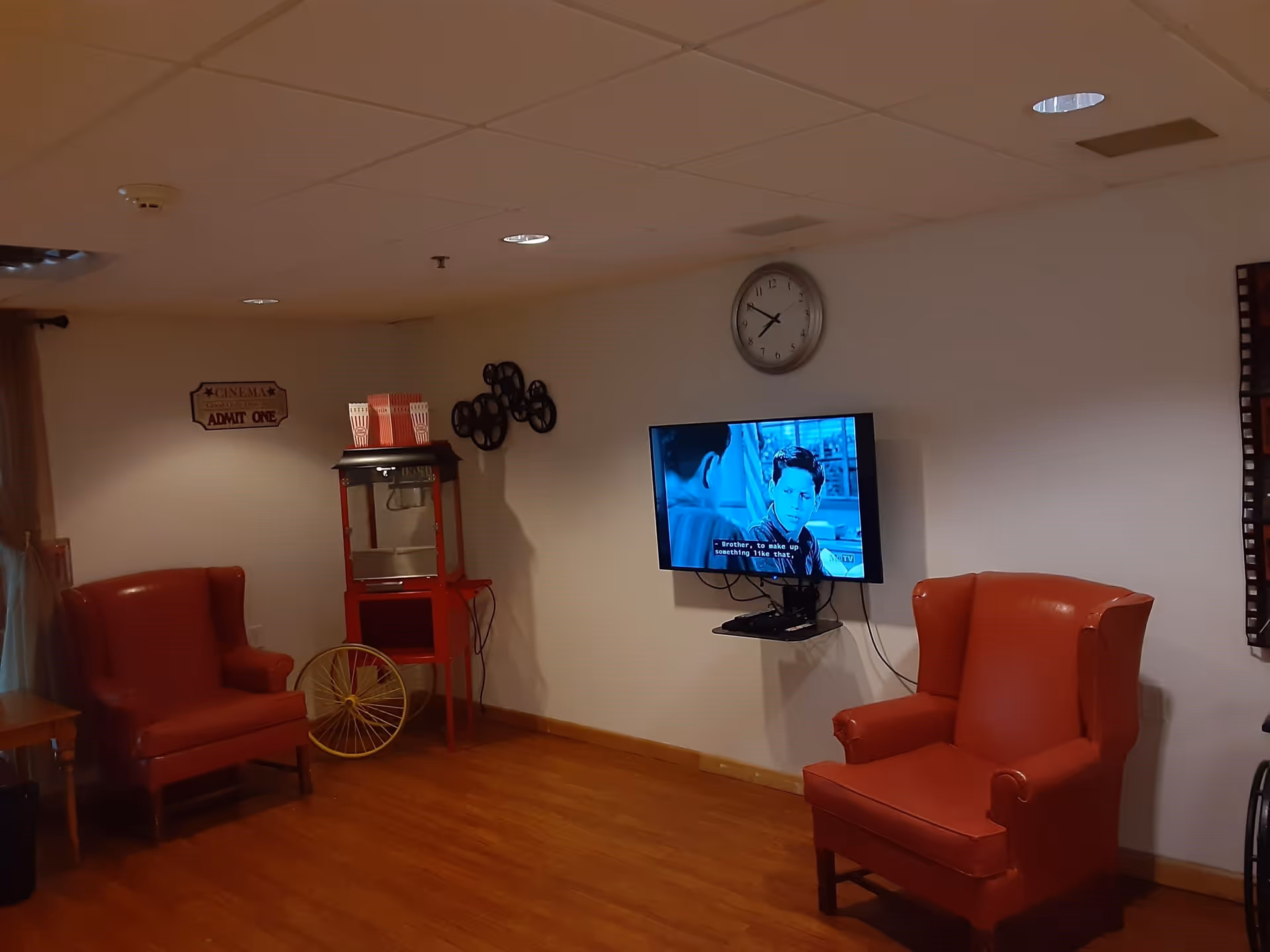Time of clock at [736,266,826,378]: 7:50
